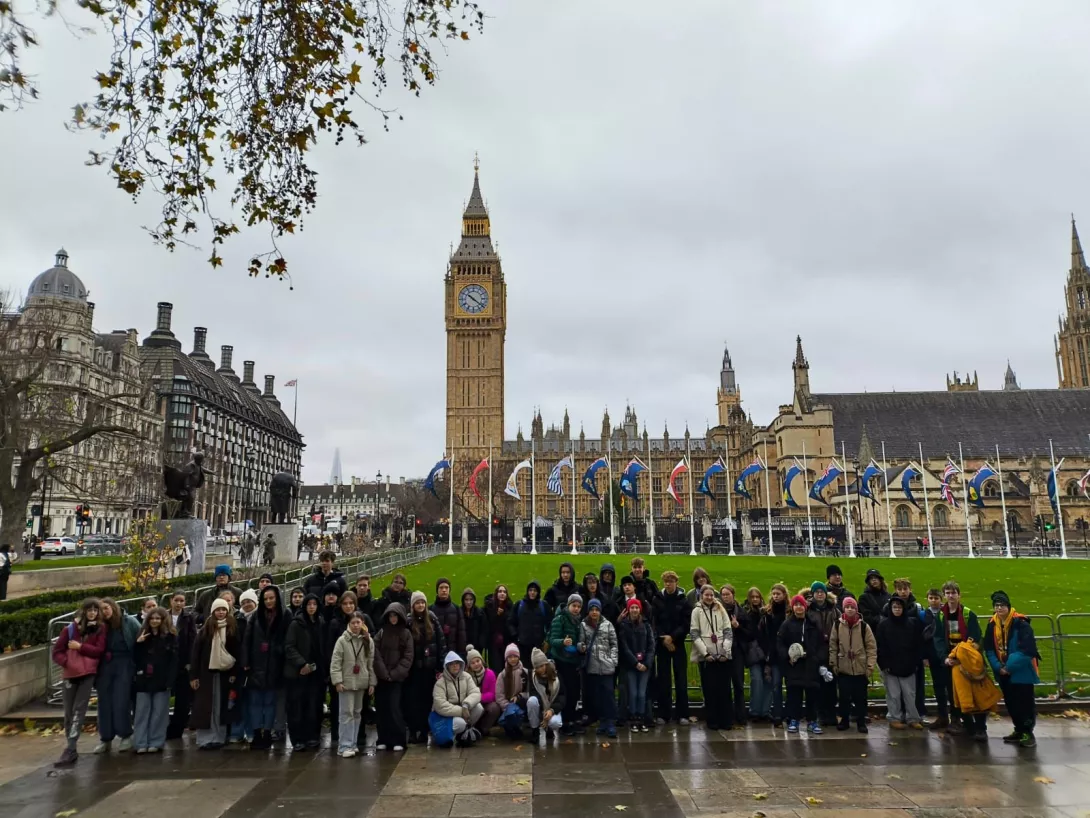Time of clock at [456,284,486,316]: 10:21
